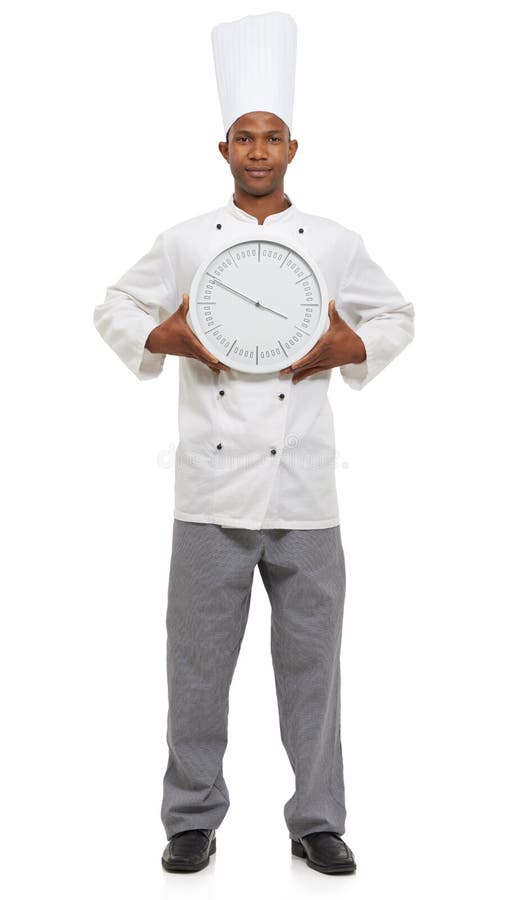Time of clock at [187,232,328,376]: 3:49
